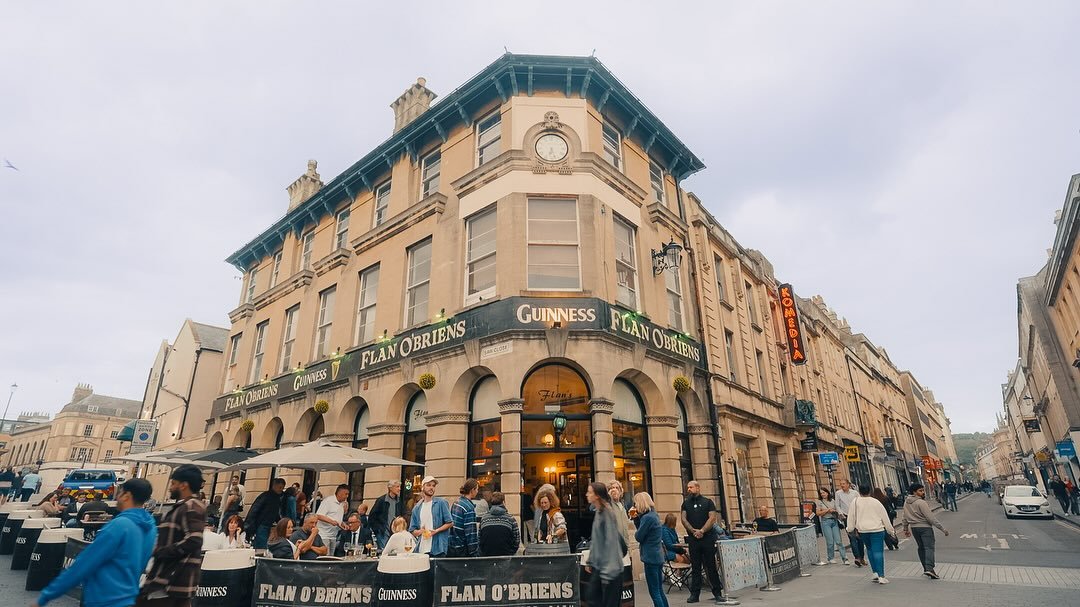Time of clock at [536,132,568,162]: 6:27
